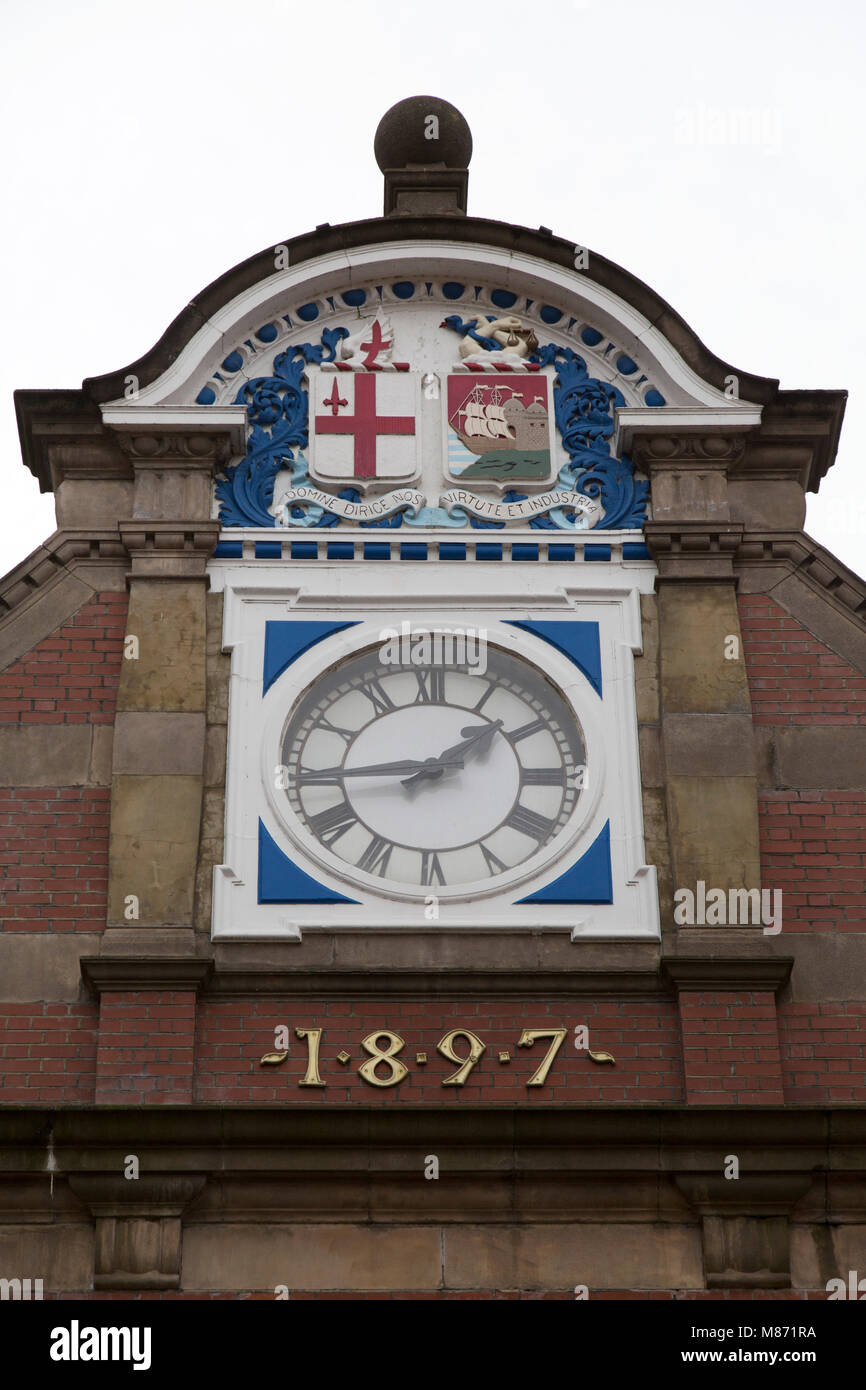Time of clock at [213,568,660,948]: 1:44
